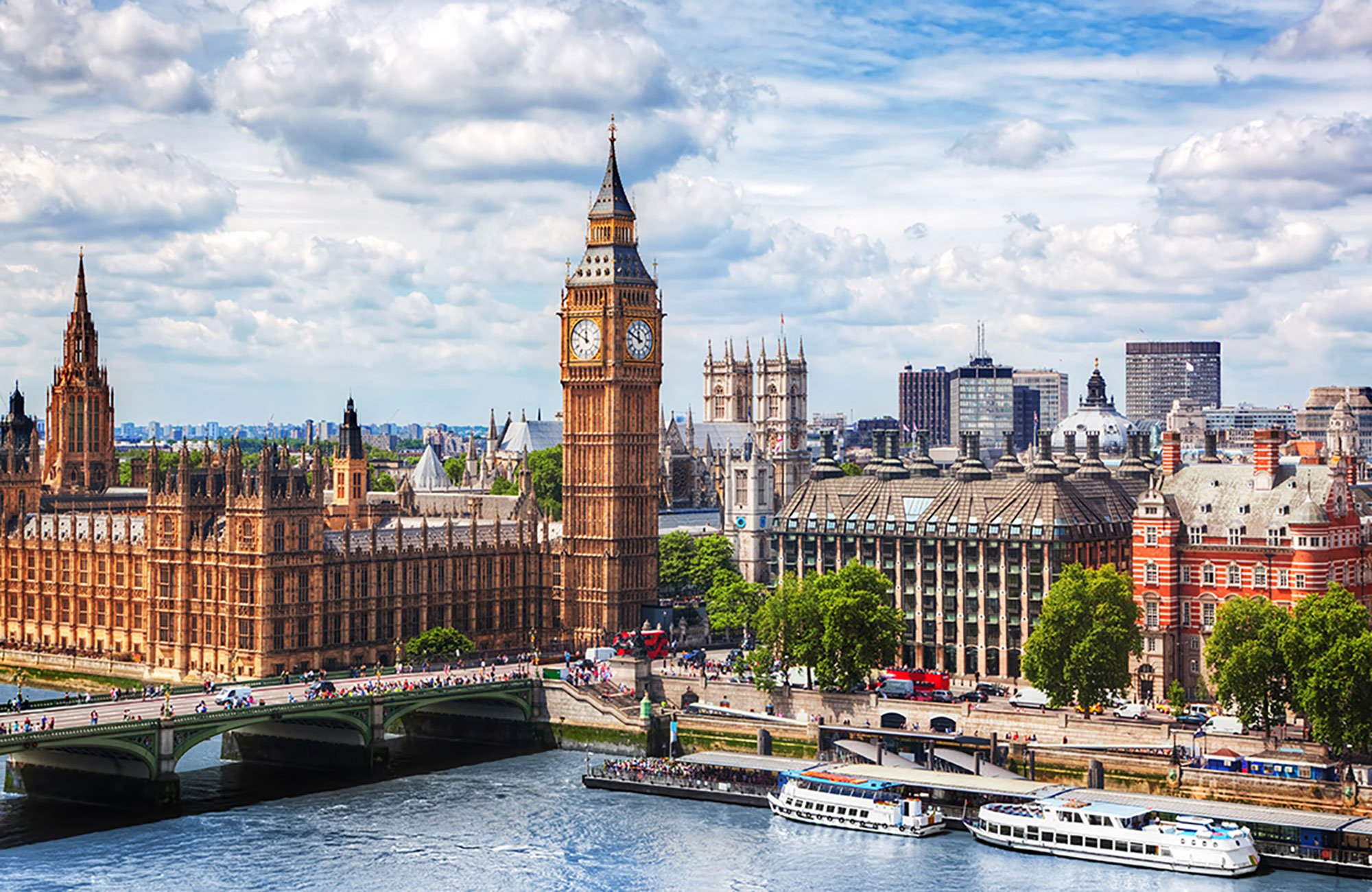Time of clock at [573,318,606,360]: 11:49
